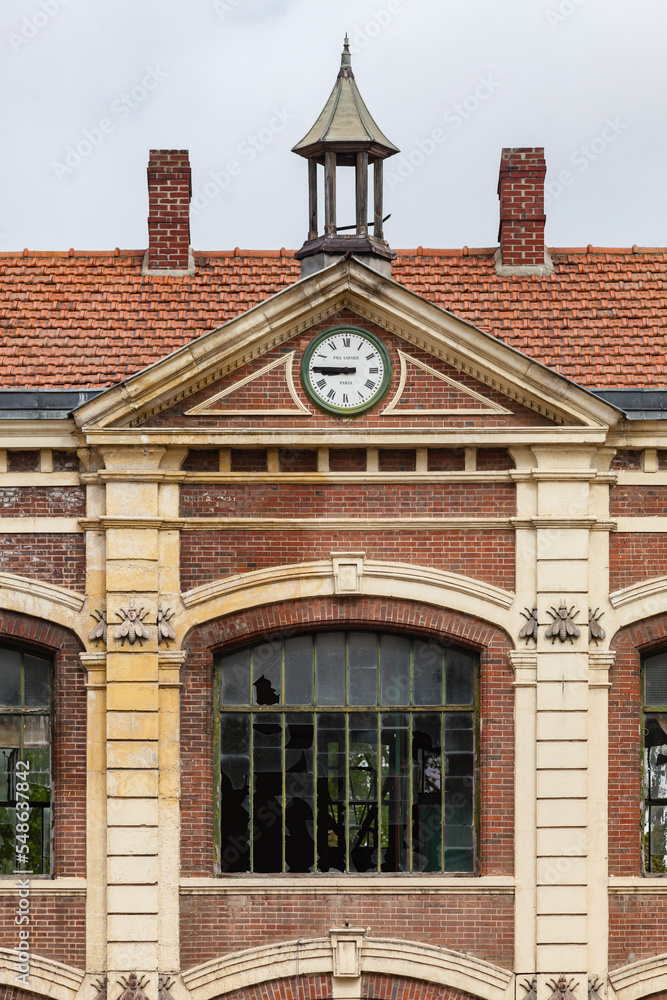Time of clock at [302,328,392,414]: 8:45
